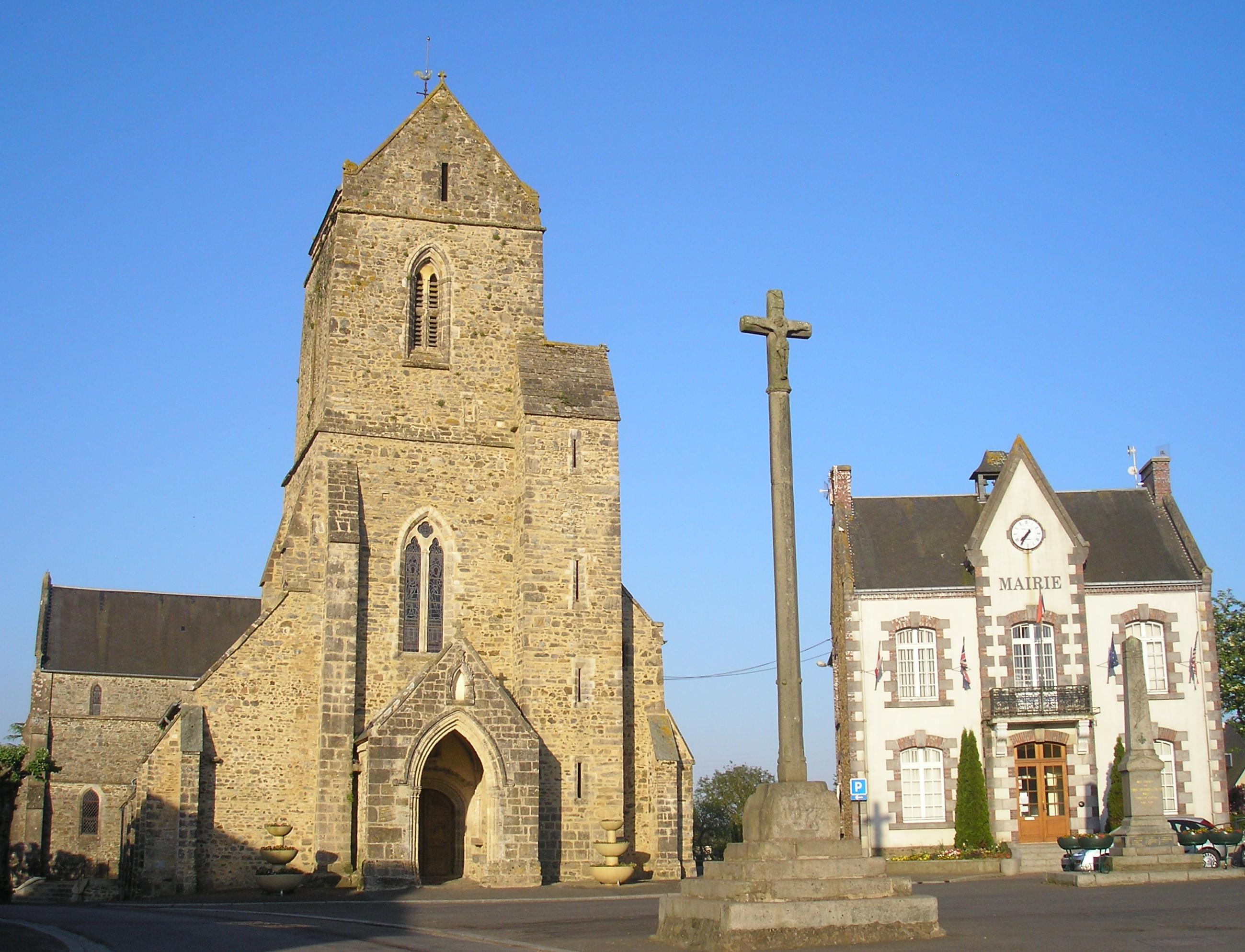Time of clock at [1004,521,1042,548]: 7:35
